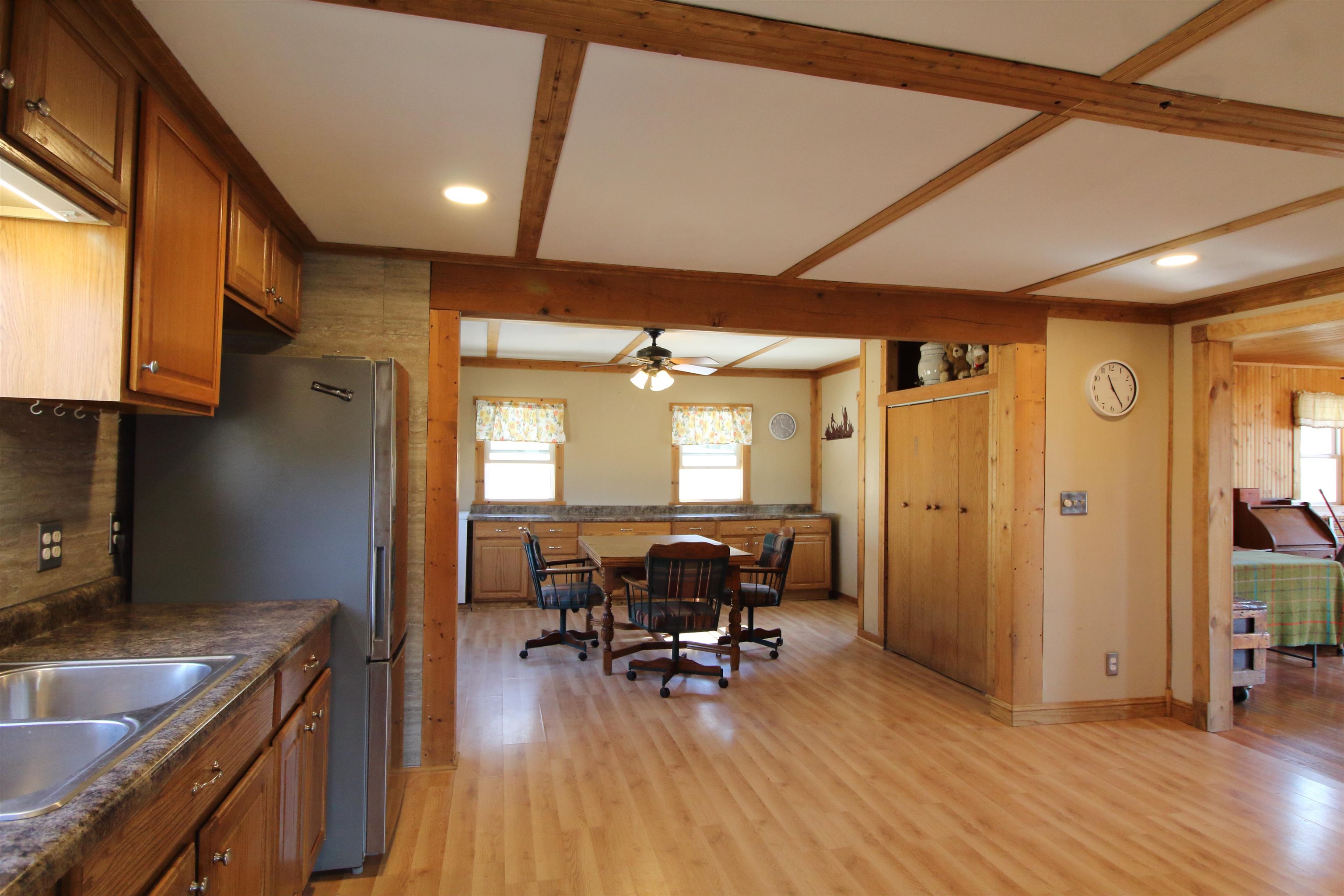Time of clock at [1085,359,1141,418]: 11:24
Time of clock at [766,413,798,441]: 11:19
